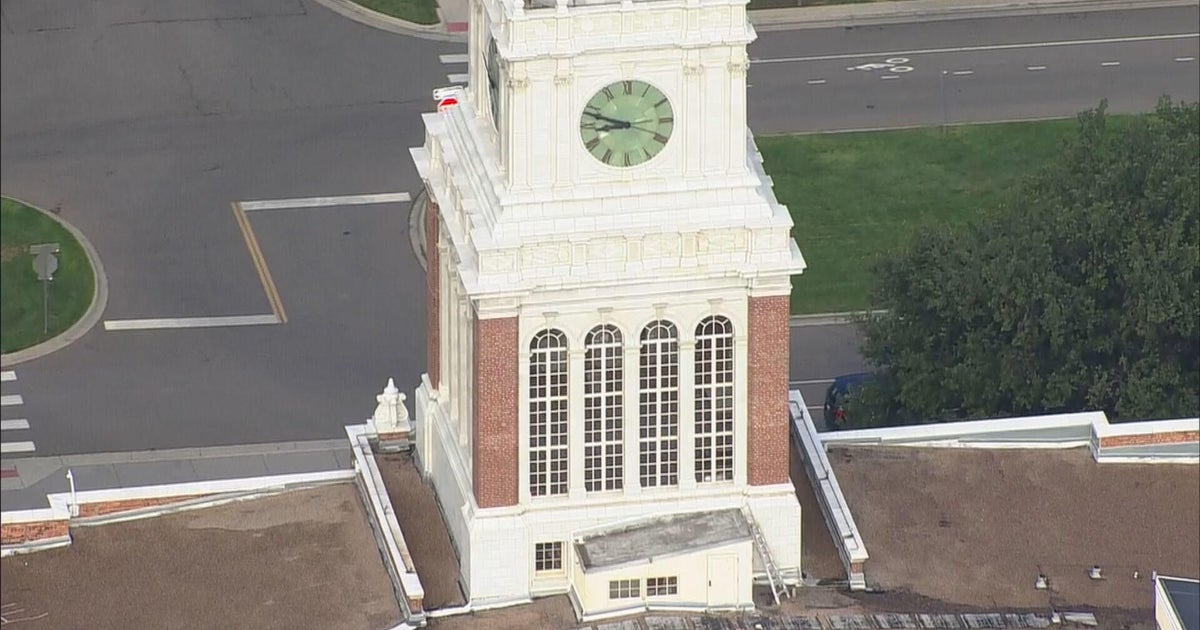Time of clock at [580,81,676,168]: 8:48
